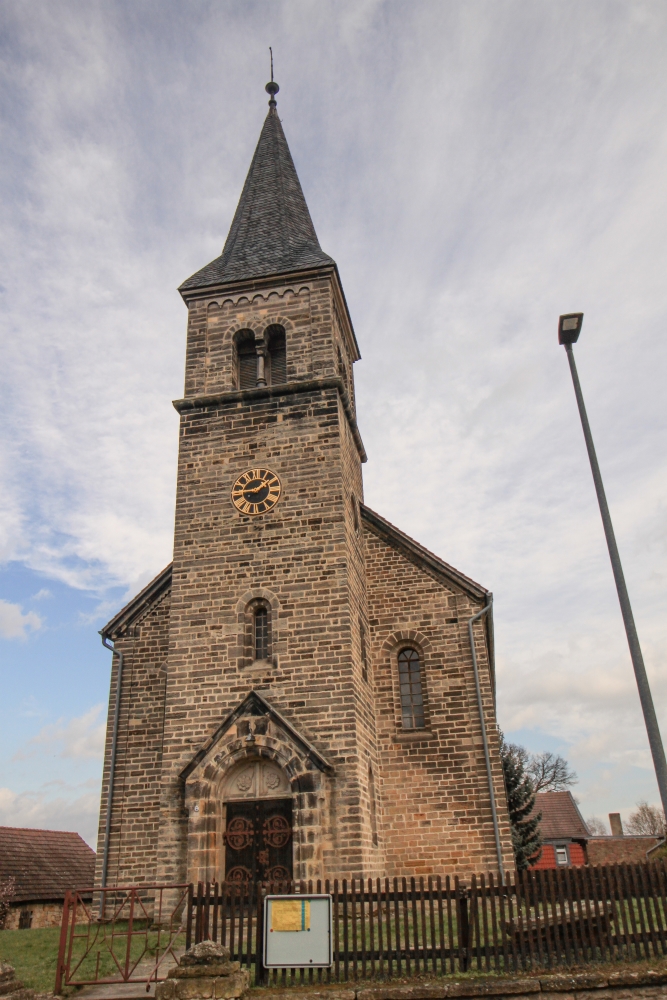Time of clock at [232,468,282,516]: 1:45
